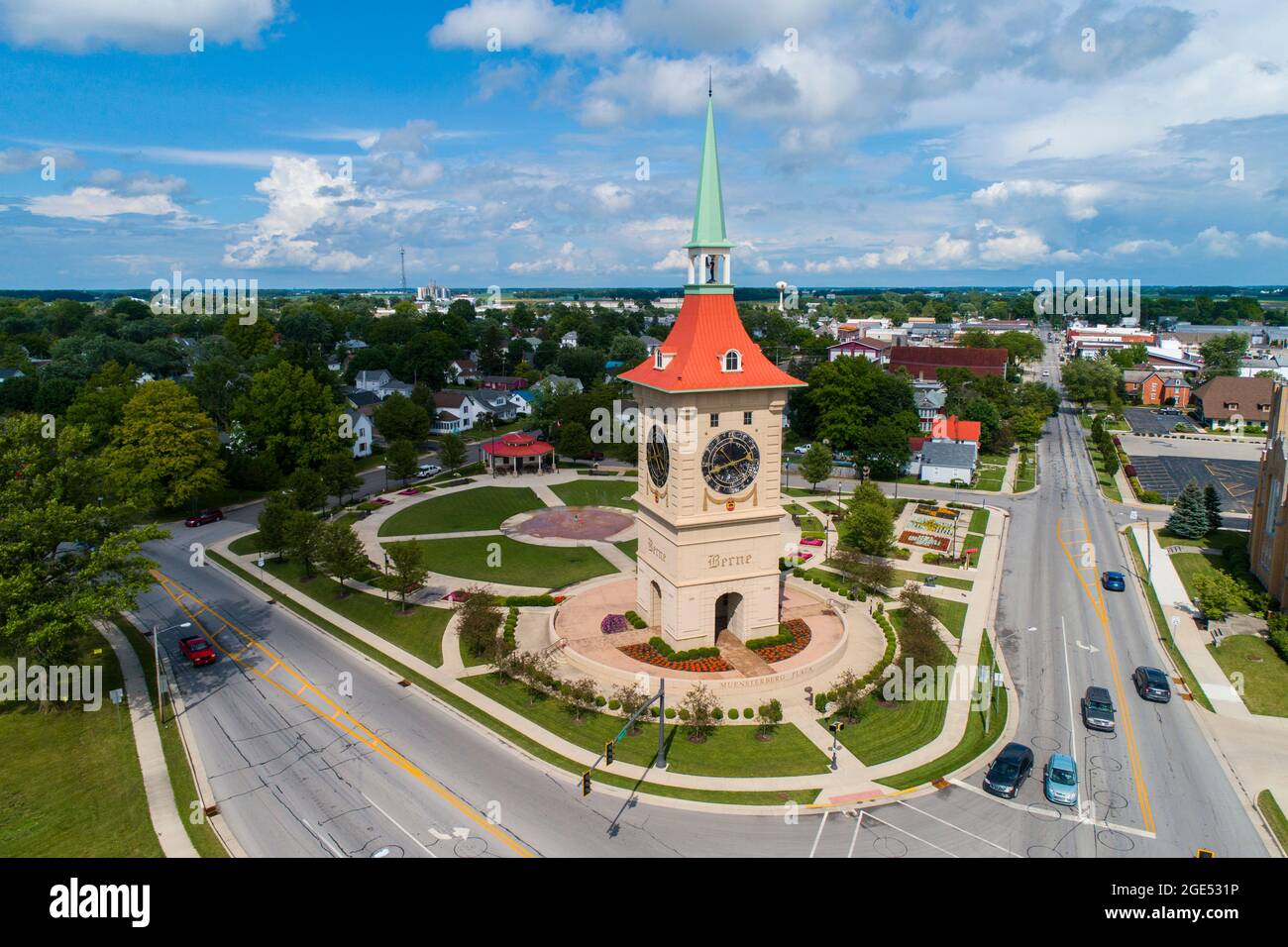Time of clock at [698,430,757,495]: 10:41
